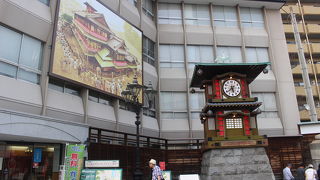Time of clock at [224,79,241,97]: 5:38
